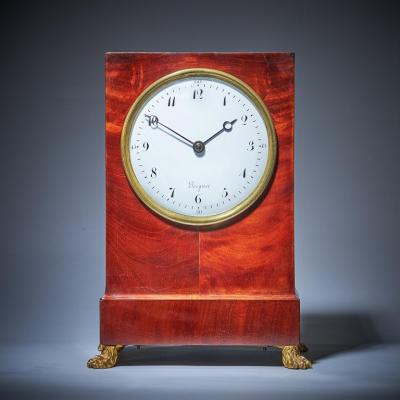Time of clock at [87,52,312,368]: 1:50
